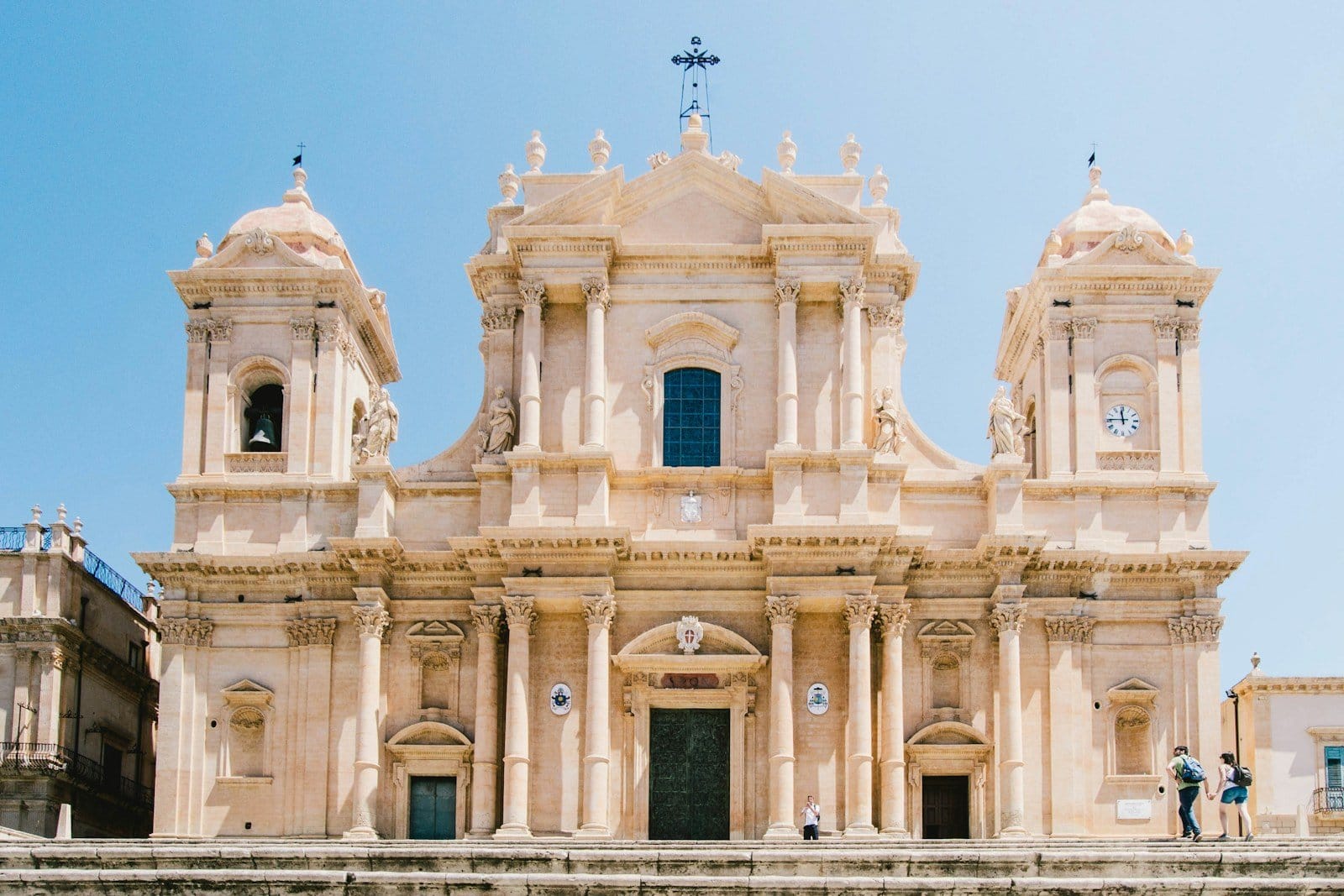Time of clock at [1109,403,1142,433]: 11:45
